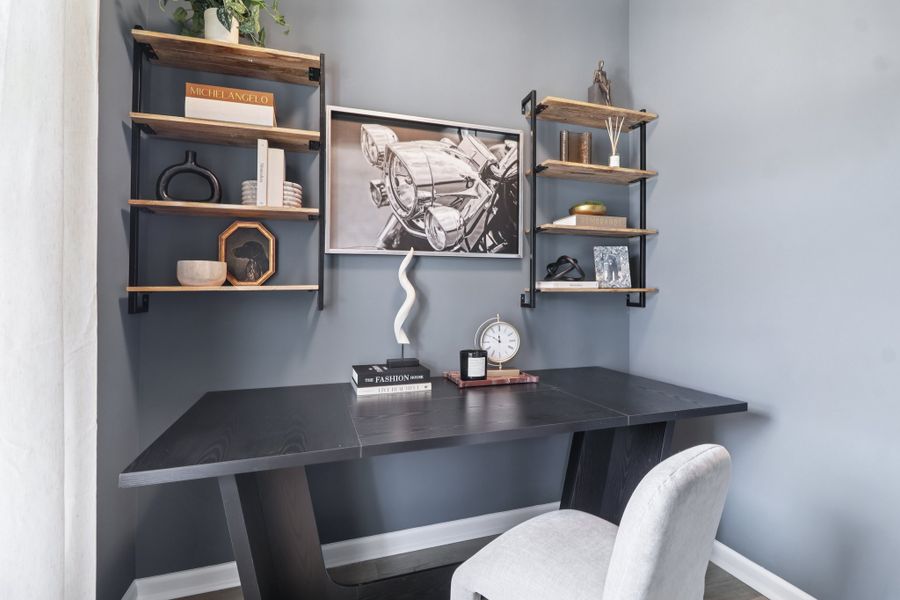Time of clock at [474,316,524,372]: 11:50
